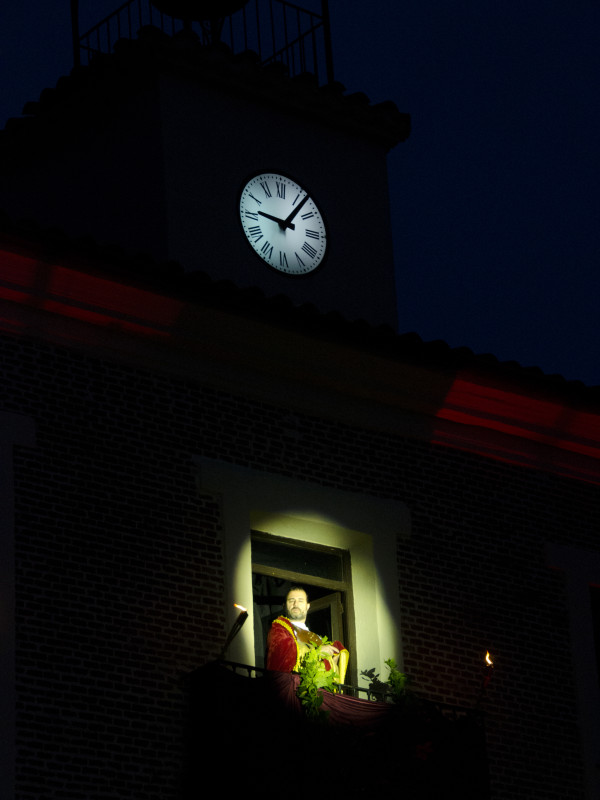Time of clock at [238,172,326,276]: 9:06
